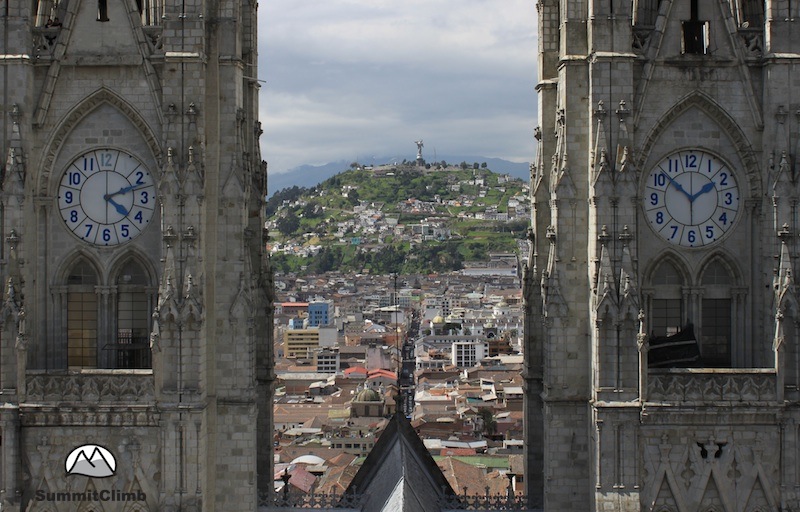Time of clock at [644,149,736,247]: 1:51
